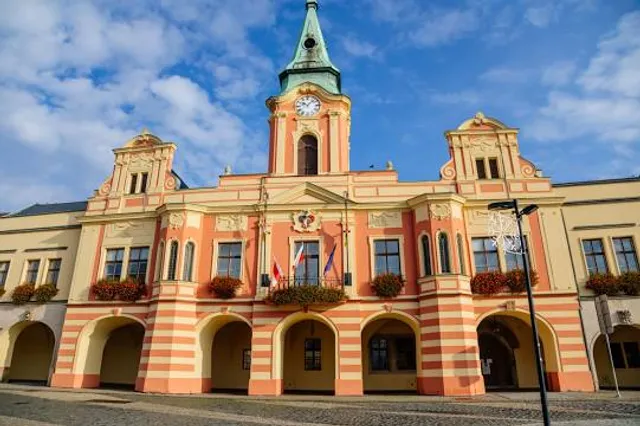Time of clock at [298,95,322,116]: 10:07
